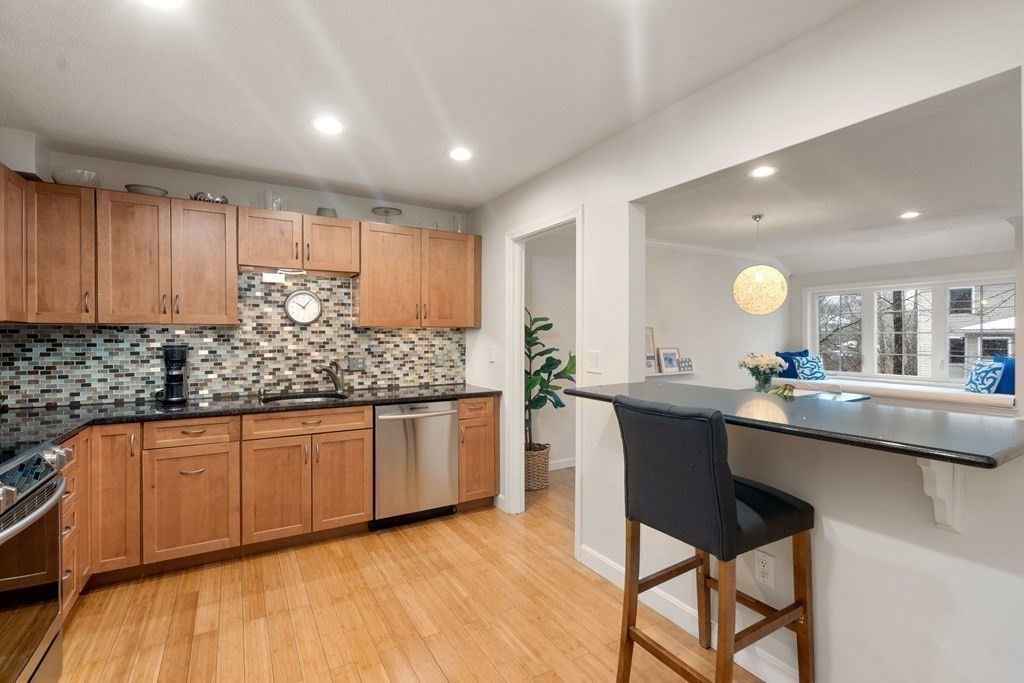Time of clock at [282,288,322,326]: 10:07
